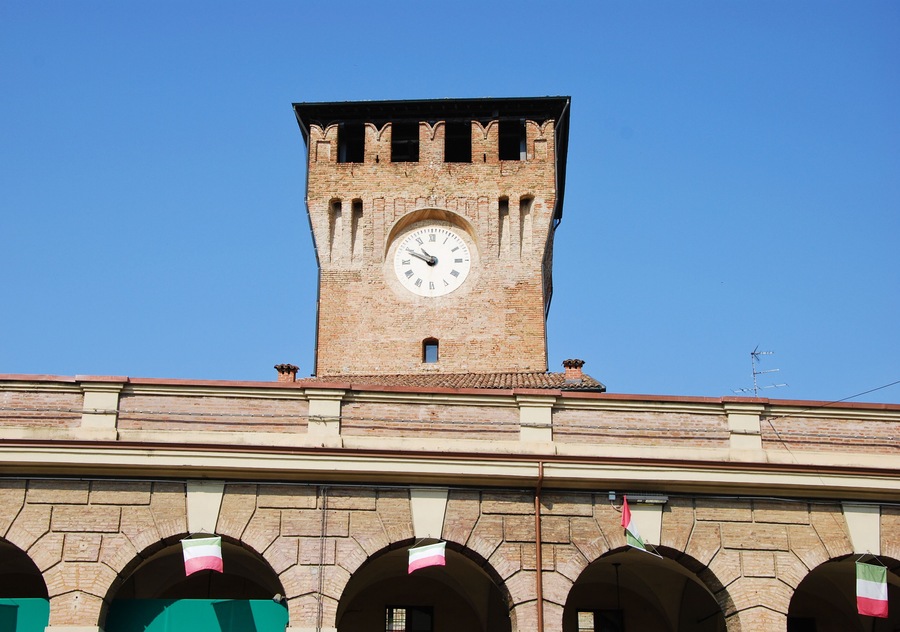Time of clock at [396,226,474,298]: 10:49
